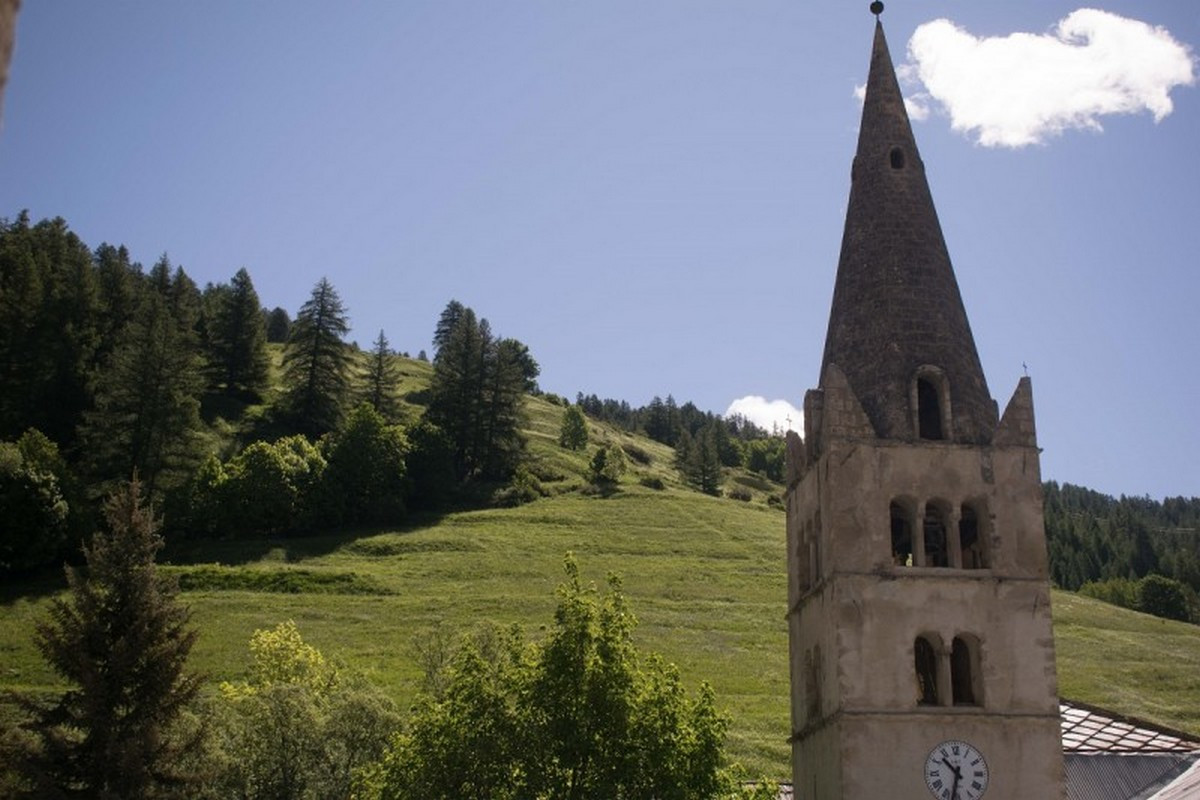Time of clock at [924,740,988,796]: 10:32
